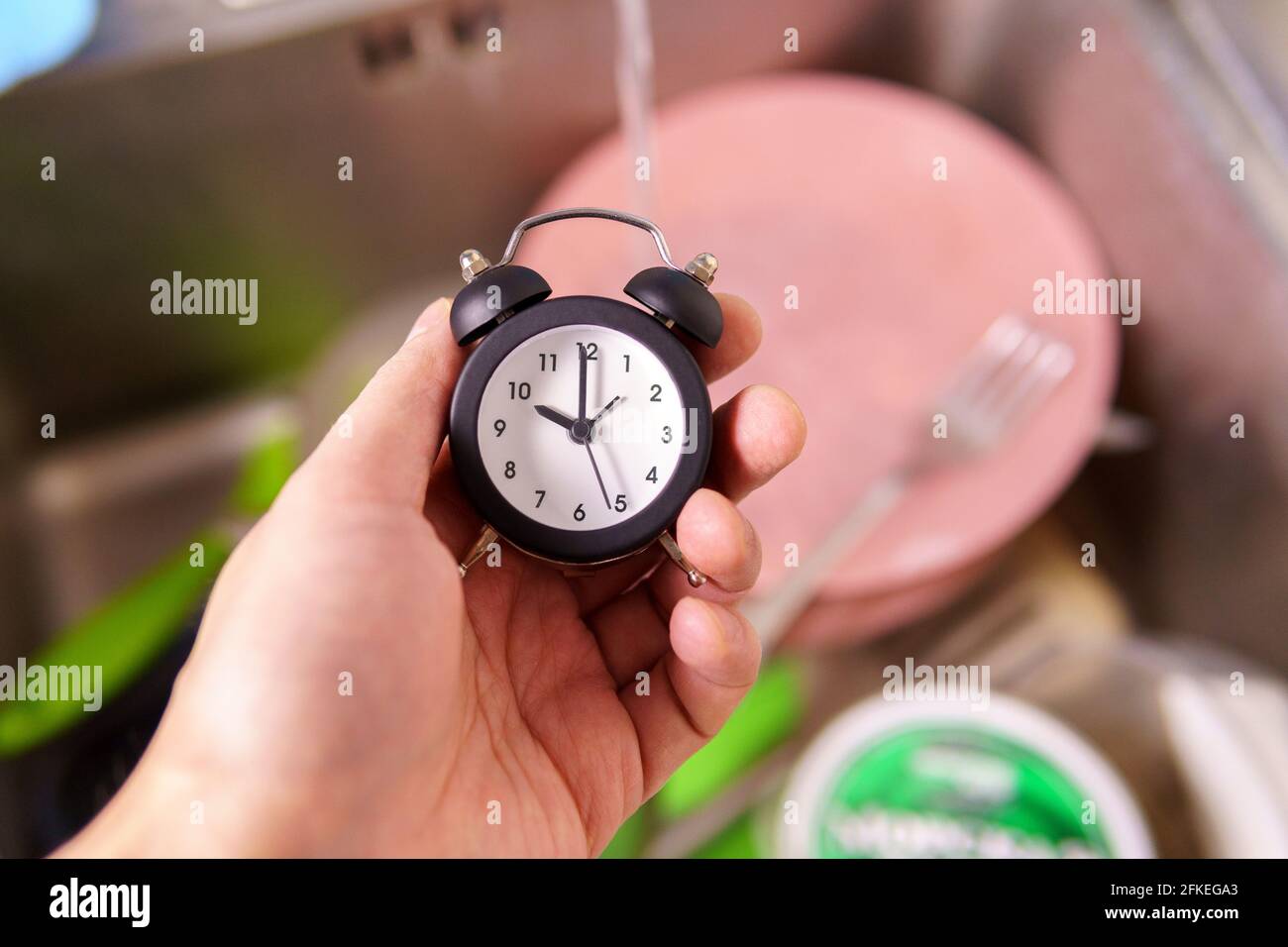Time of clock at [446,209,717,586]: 10:00
